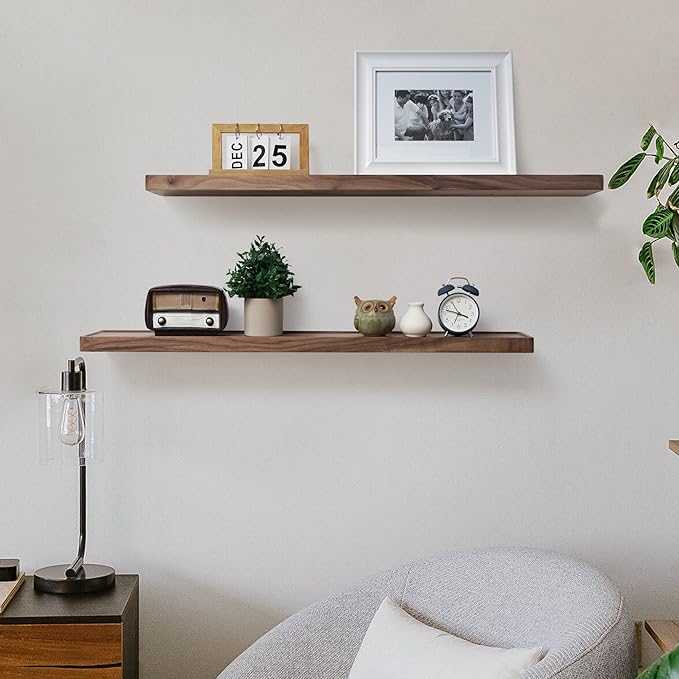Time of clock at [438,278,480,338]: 3:47
